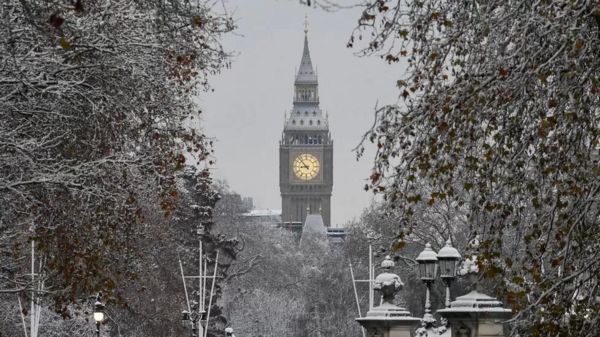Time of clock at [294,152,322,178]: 8:52
